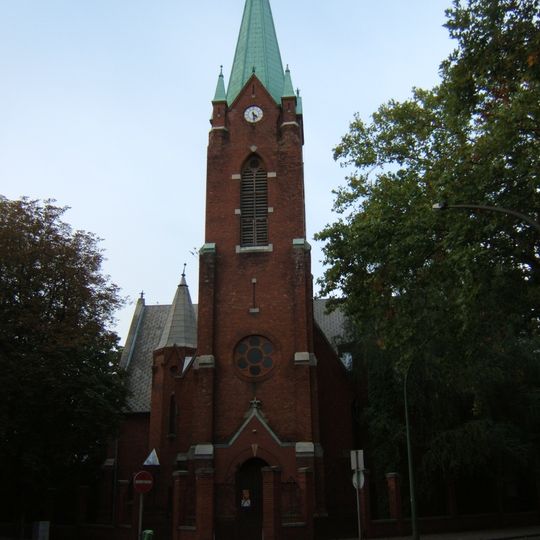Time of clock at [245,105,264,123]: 4:29
